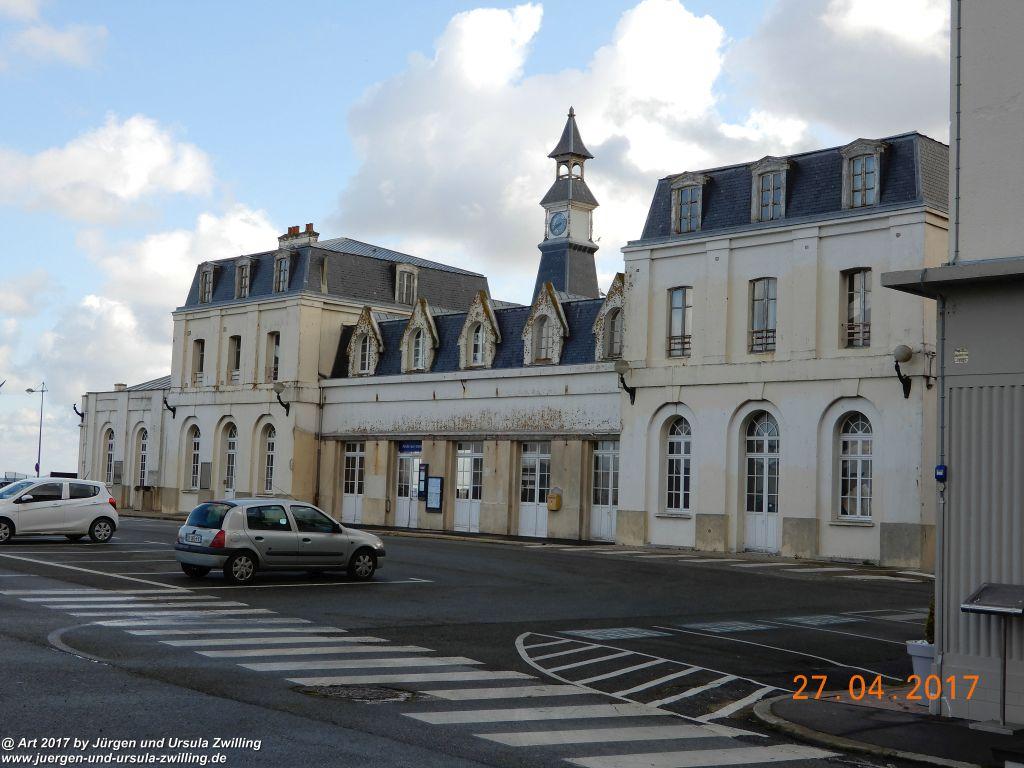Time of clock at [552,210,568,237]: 8:40
